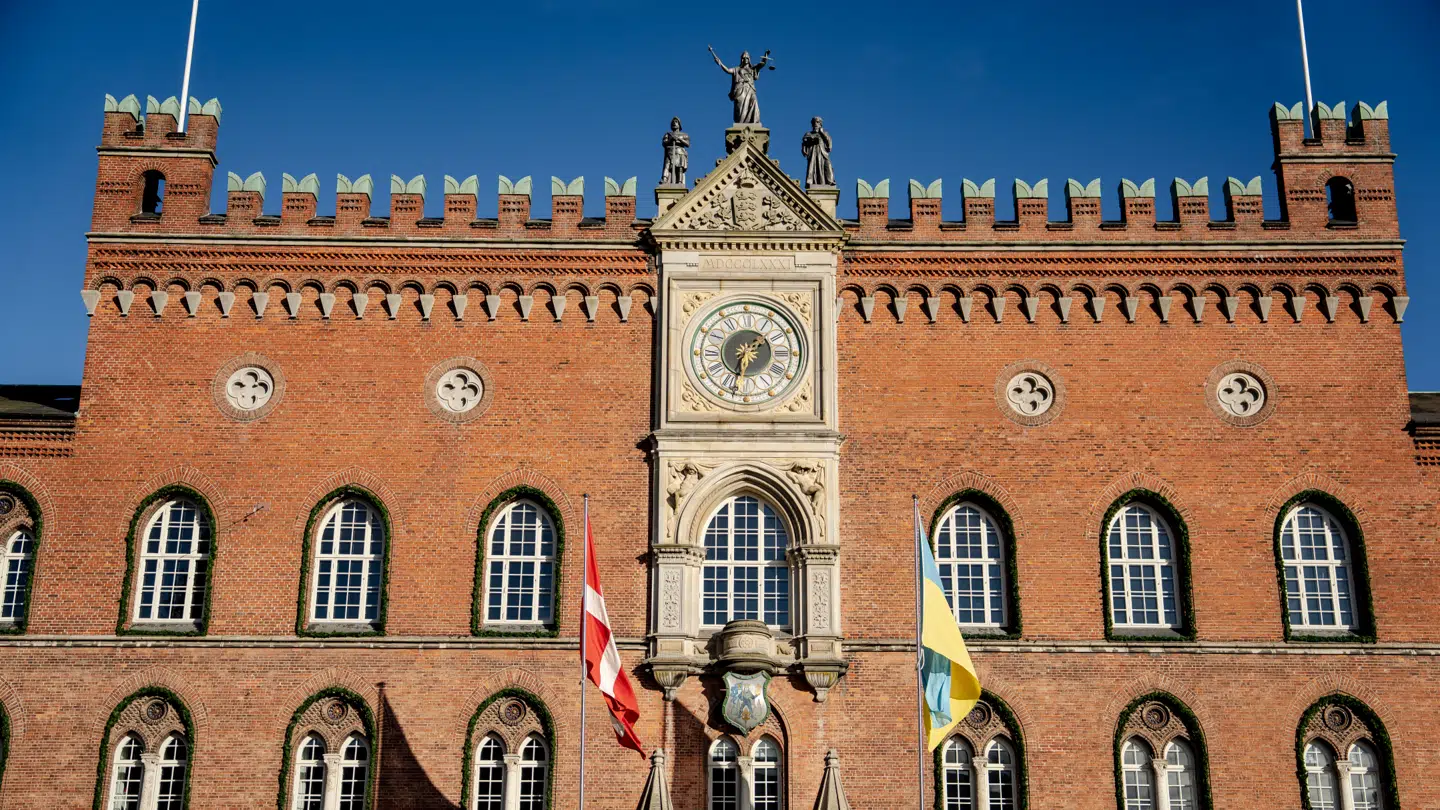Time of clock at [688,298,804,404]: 1:32
